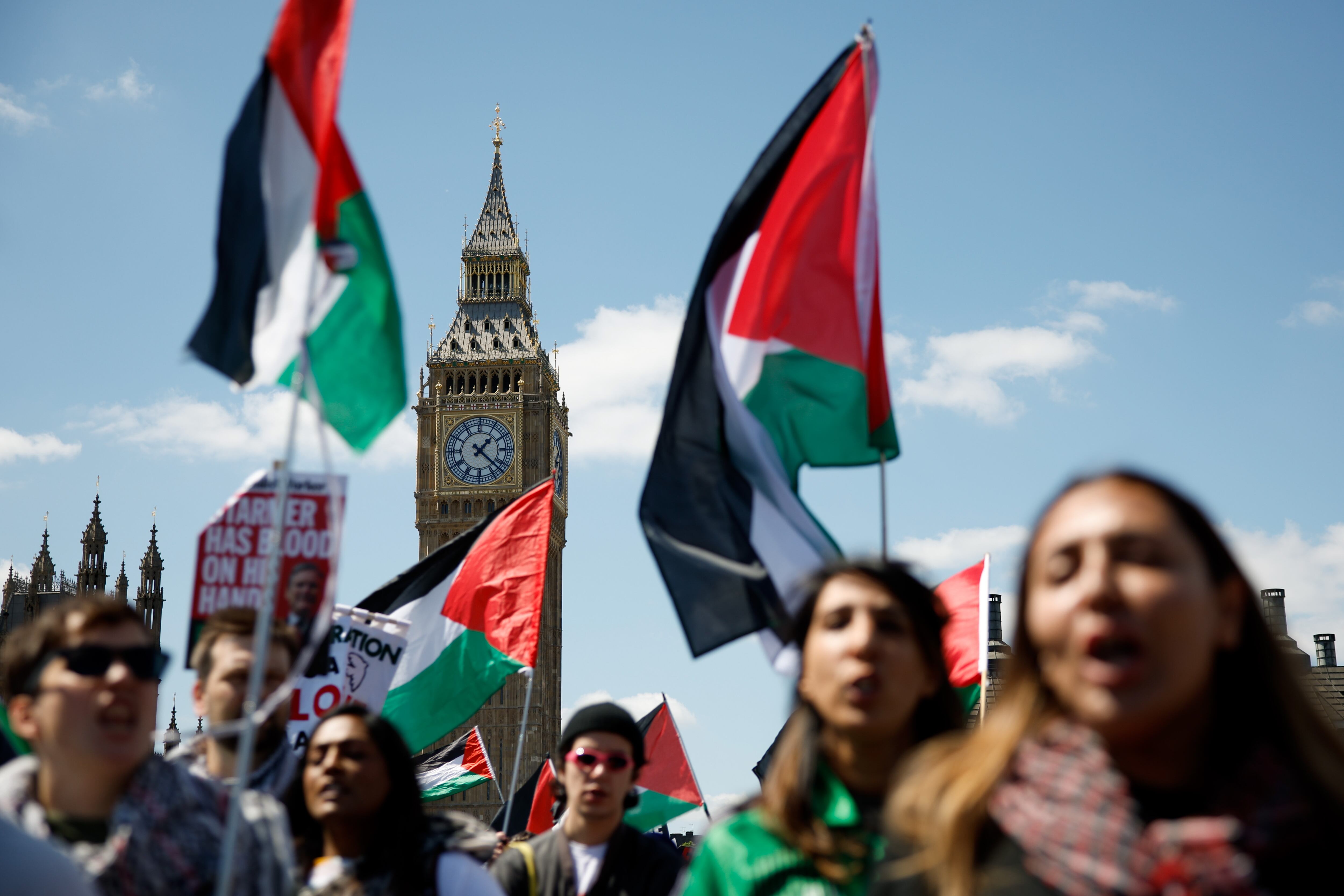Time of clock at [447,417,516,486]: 1:22
